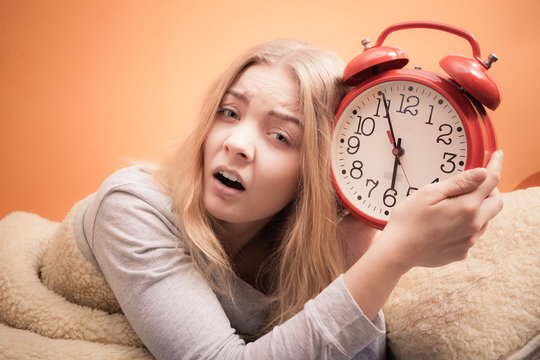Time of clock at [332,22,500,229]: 5:55
